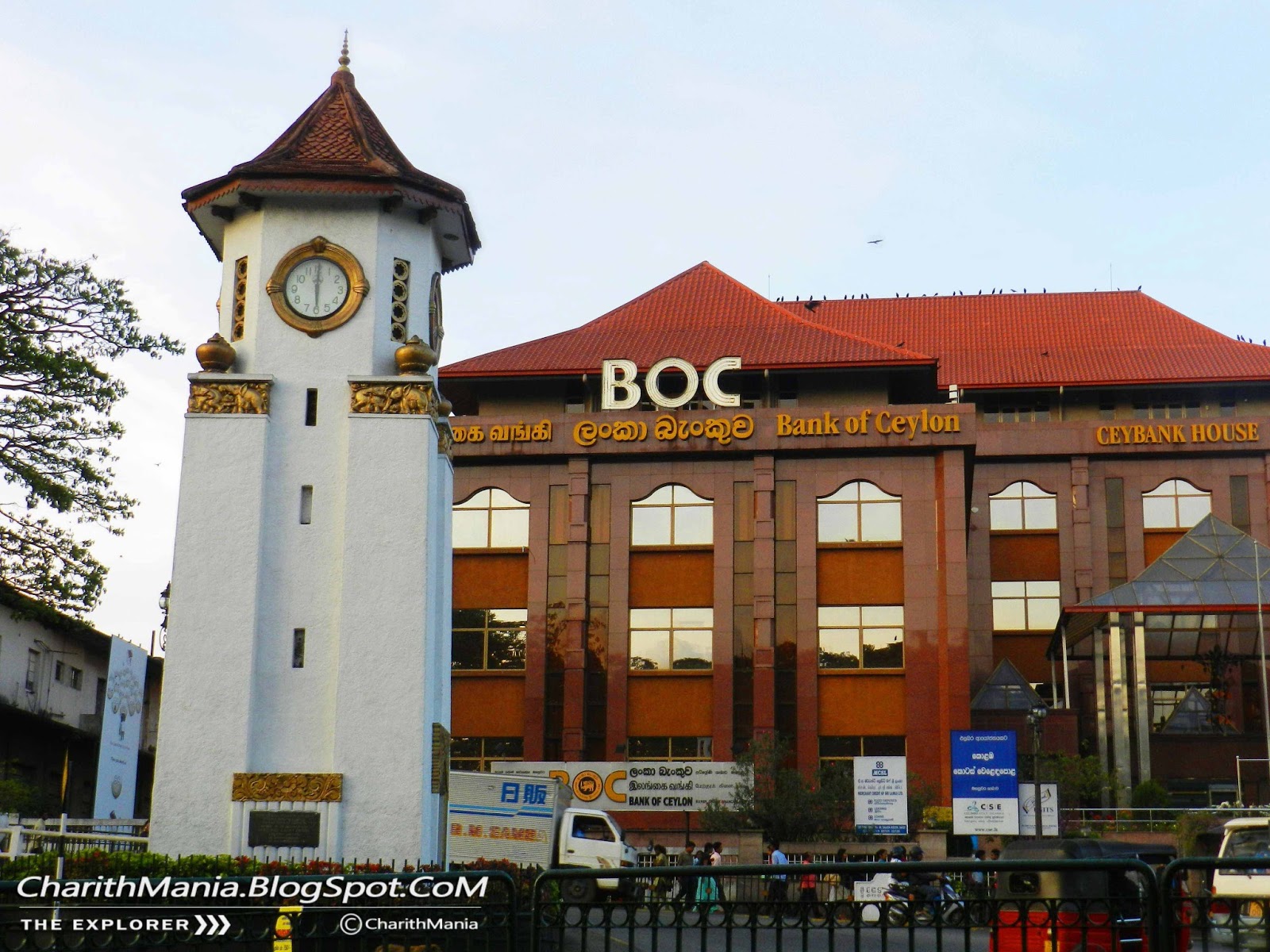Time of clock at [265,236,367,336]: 6:00
